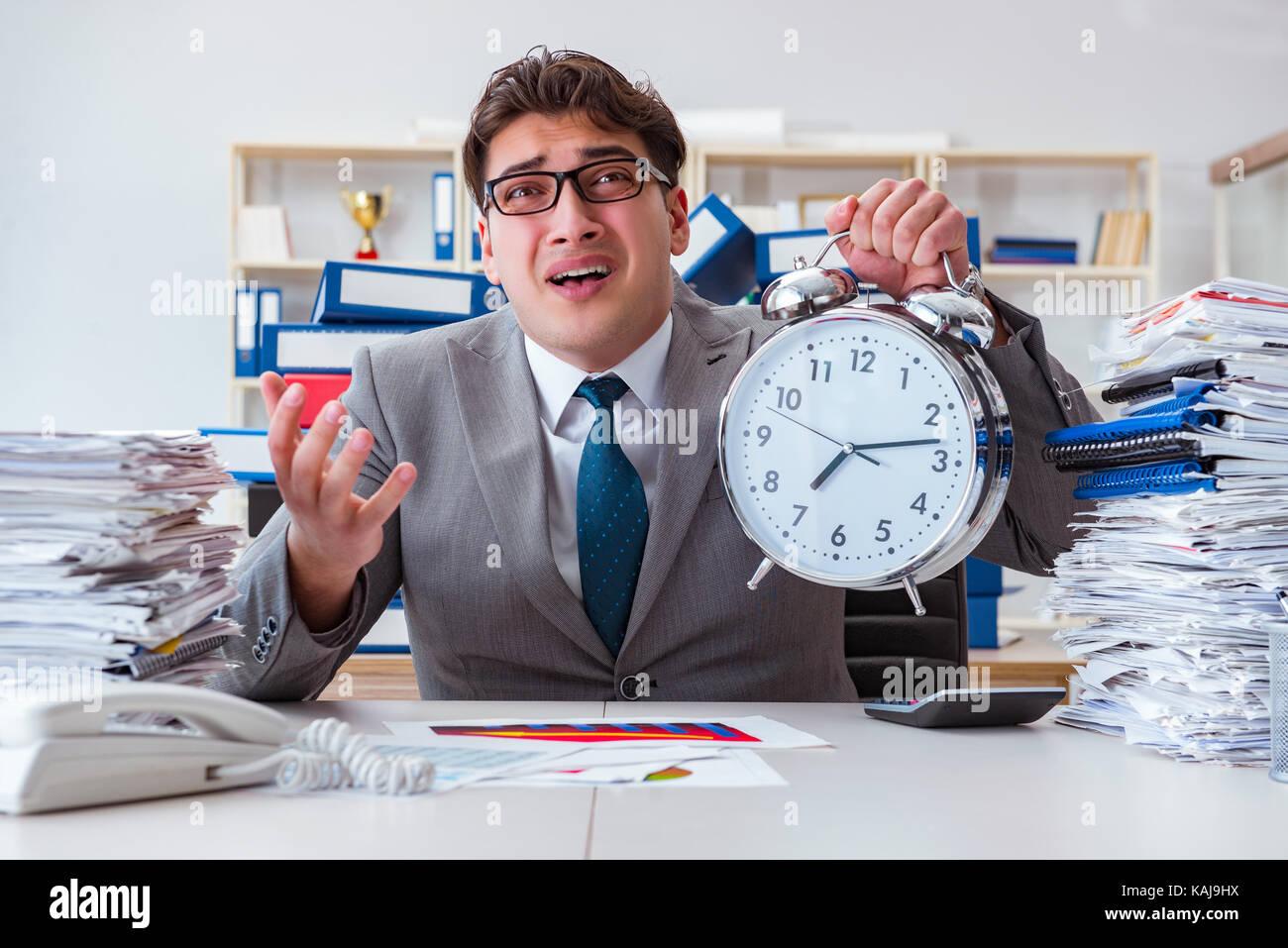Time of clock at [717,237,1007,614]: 7:13
